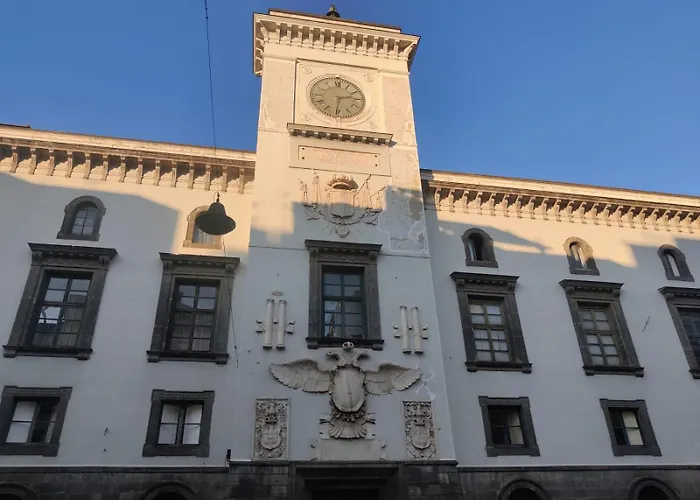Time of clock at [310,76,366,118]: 2:31
